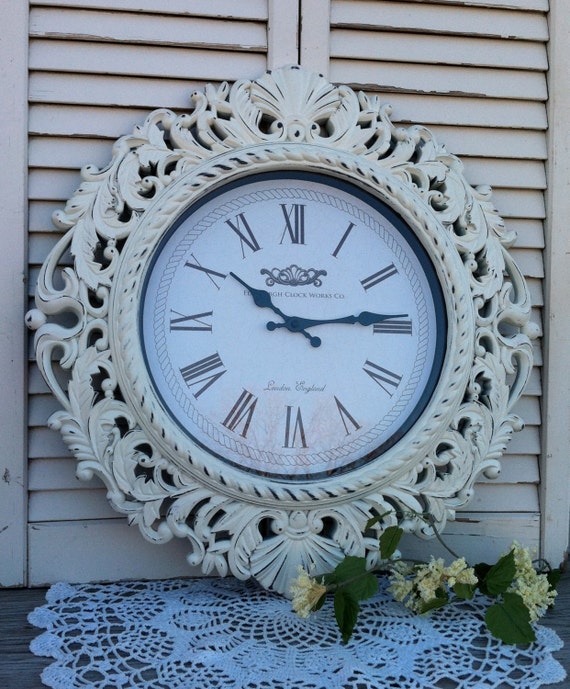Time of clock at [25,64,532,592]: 10:14
